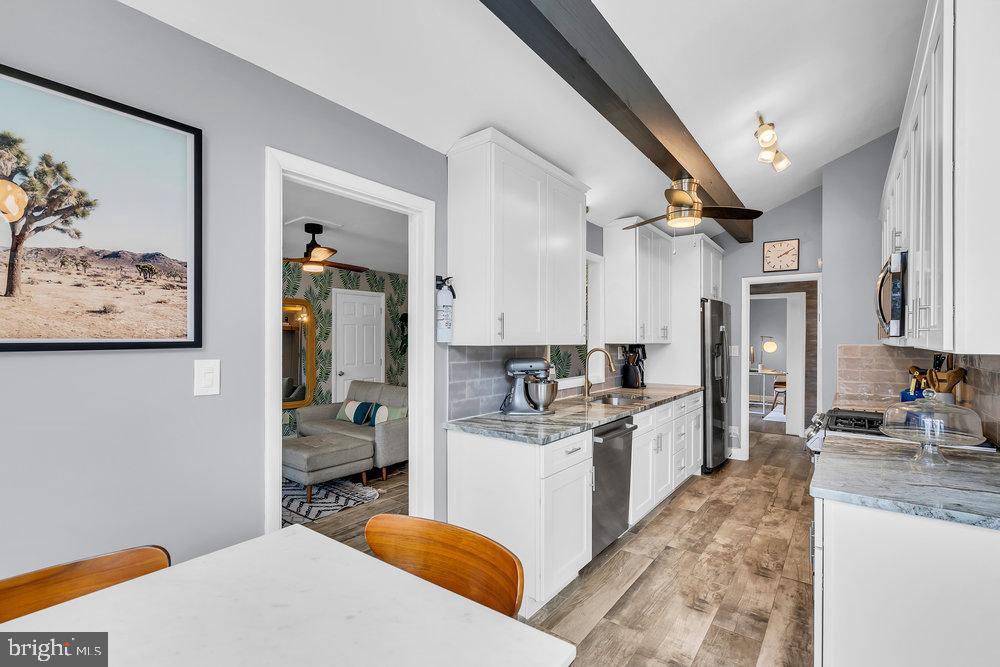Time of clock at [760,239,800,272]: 2:09
